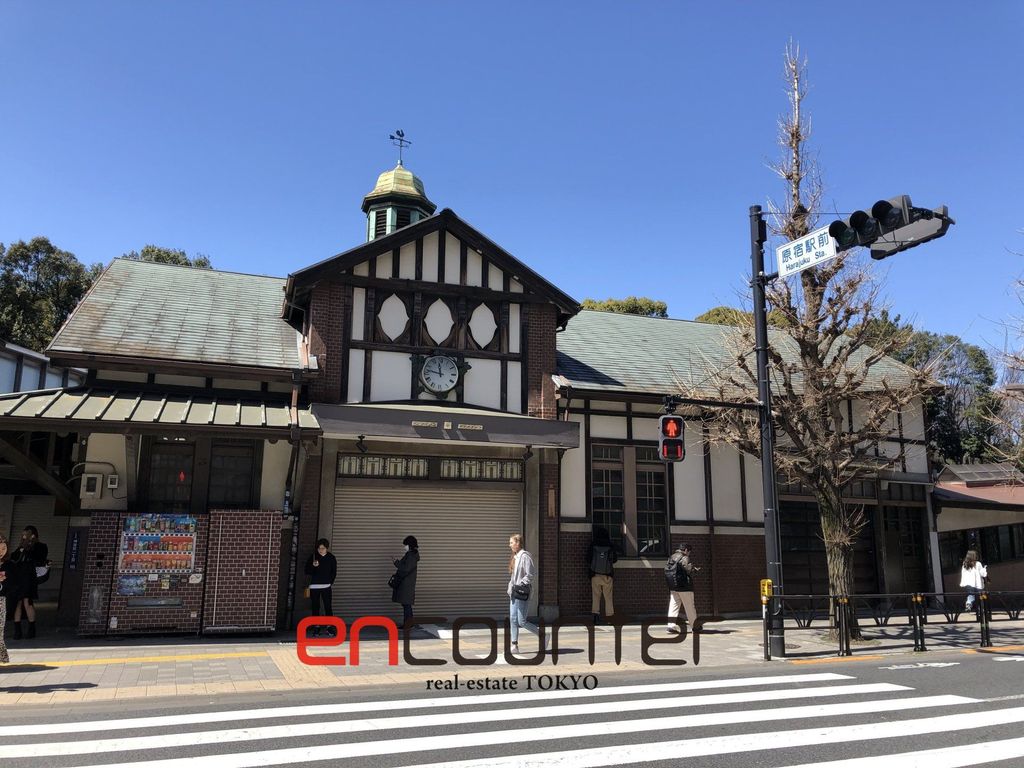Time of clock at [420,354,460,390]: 11:46
